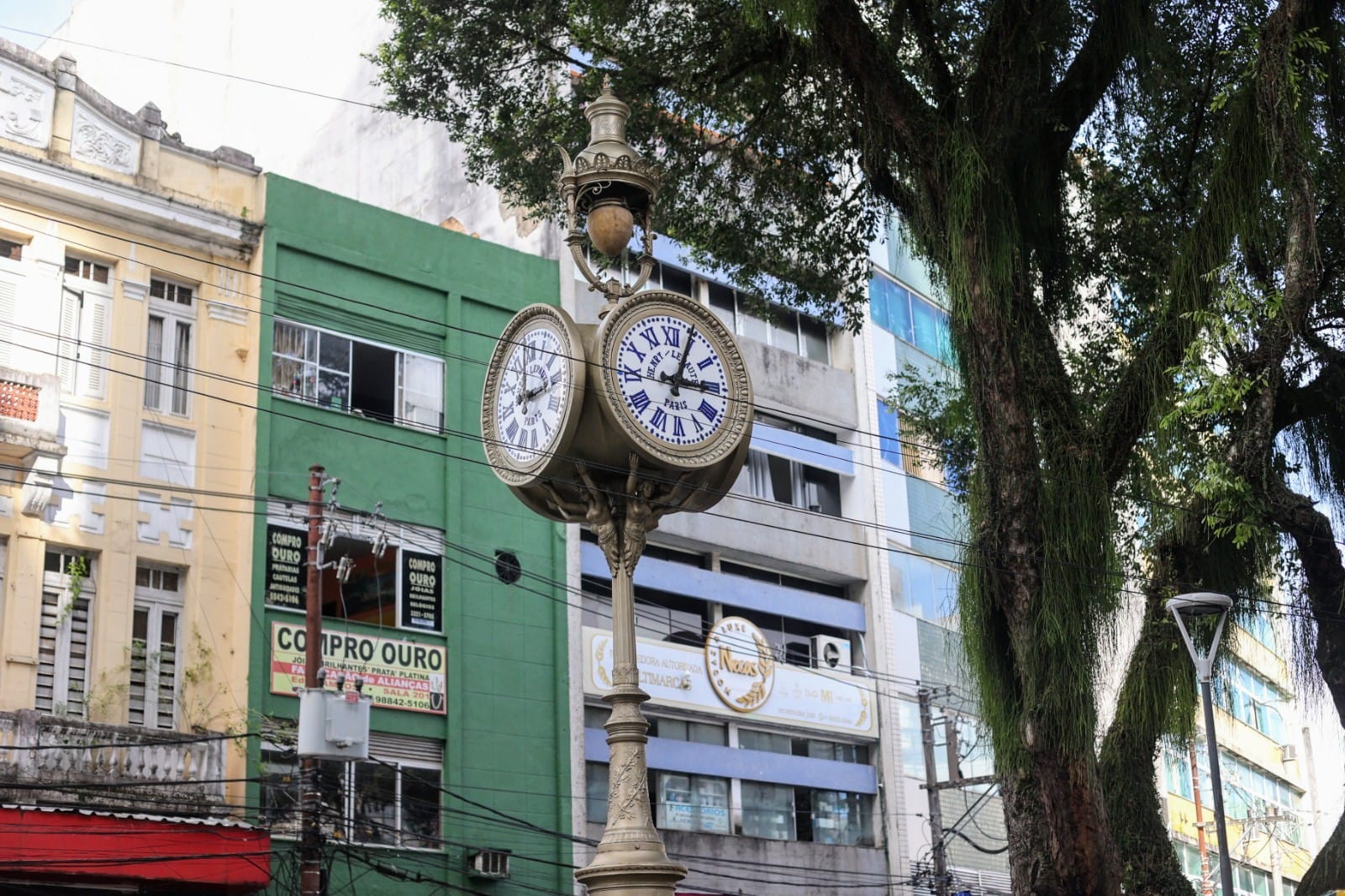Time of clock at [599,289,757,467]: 3:04
